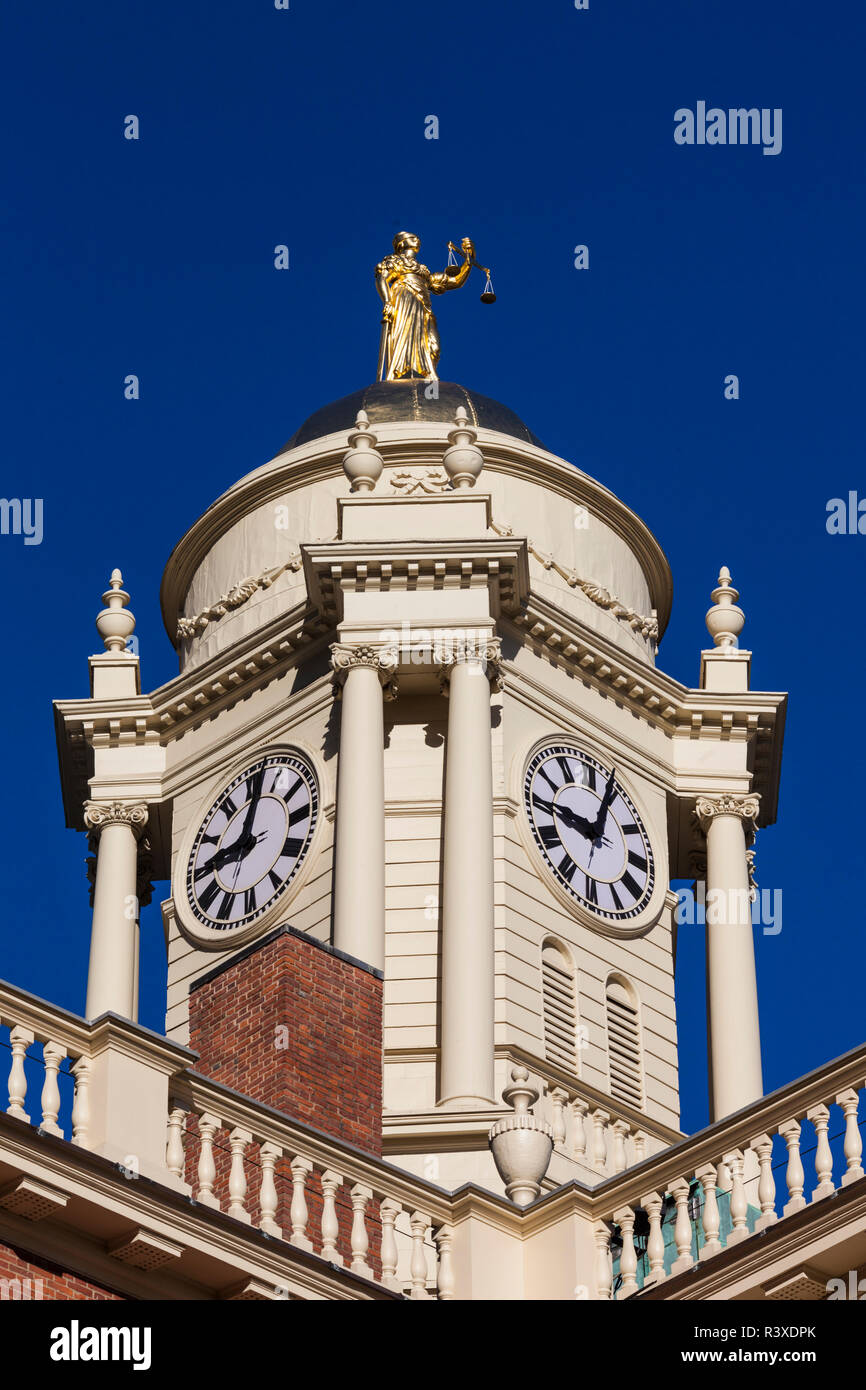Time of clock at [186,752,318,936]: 9:01
